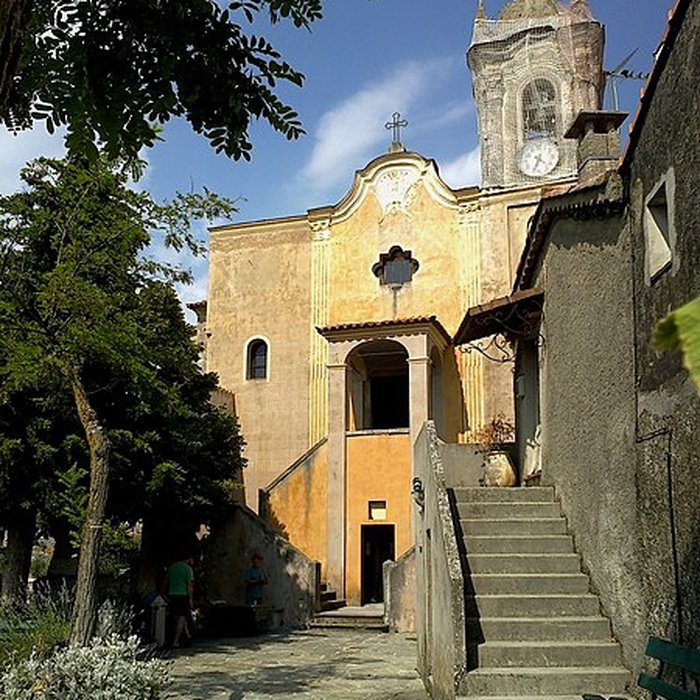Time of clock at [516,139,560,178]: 4:33
